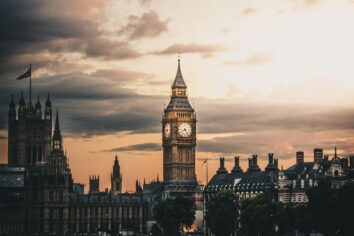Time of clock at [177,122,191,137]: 8:24
